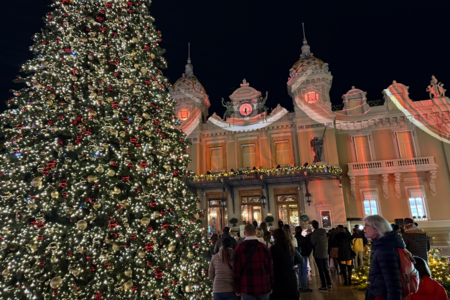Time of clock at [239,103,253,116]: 6:27
